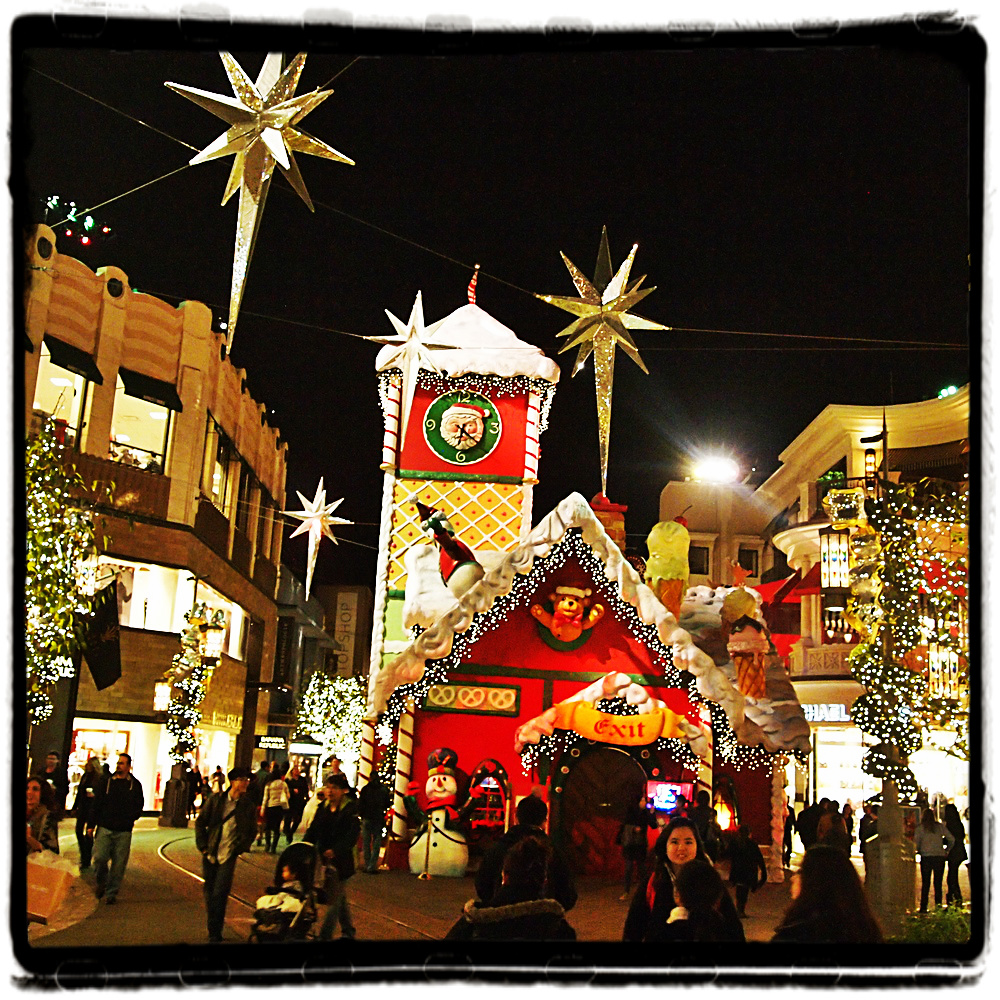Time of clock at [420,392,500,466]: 6:21
